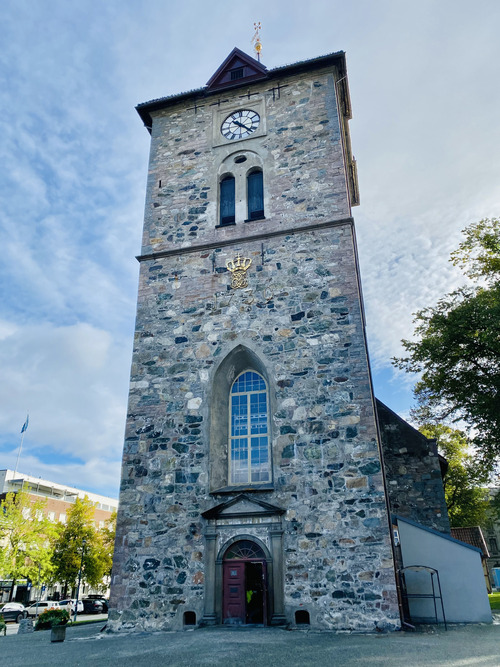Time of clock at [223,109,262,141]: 10:22
